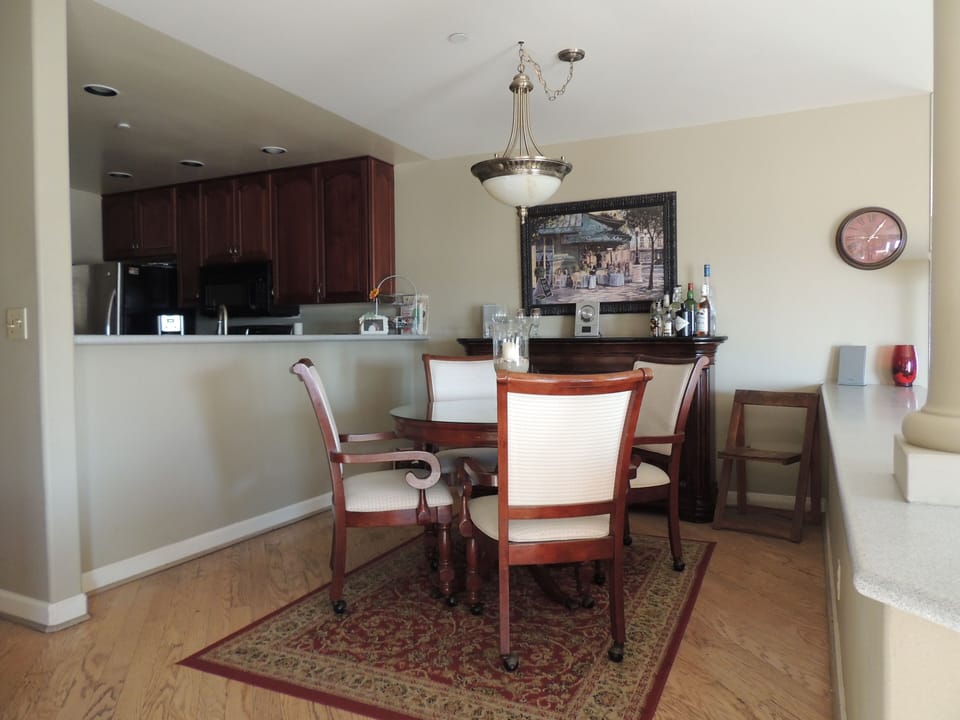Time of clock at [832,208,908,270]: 1:06
